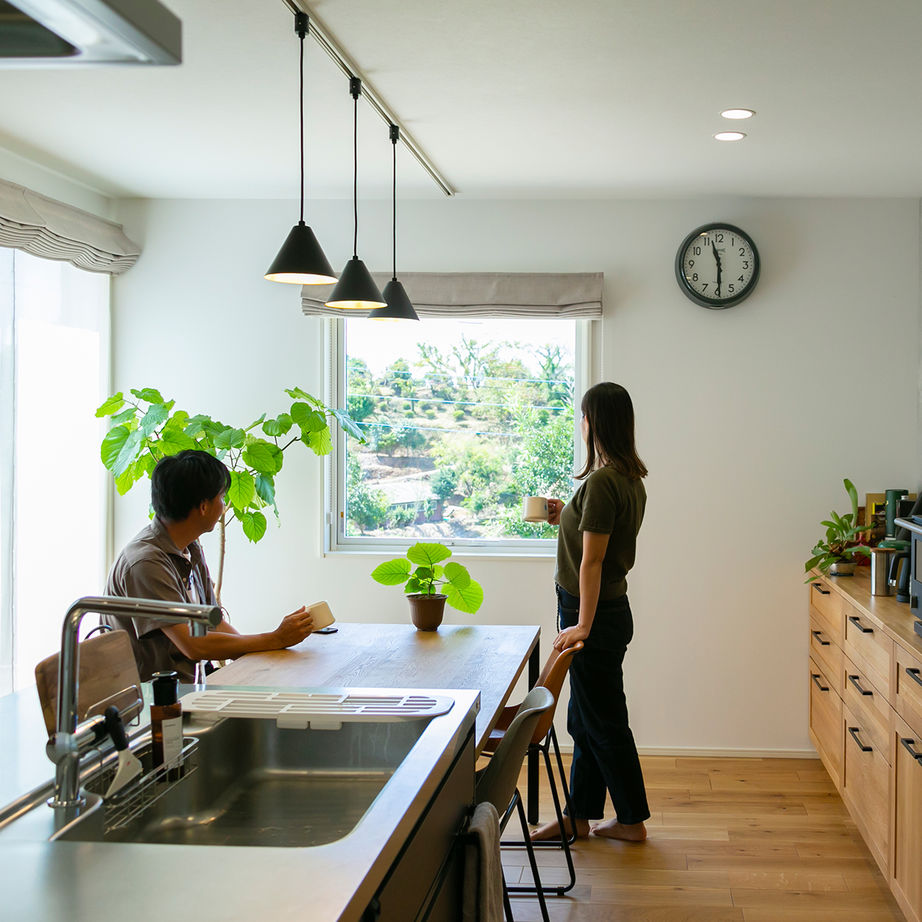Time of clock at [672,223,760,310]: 11:29
